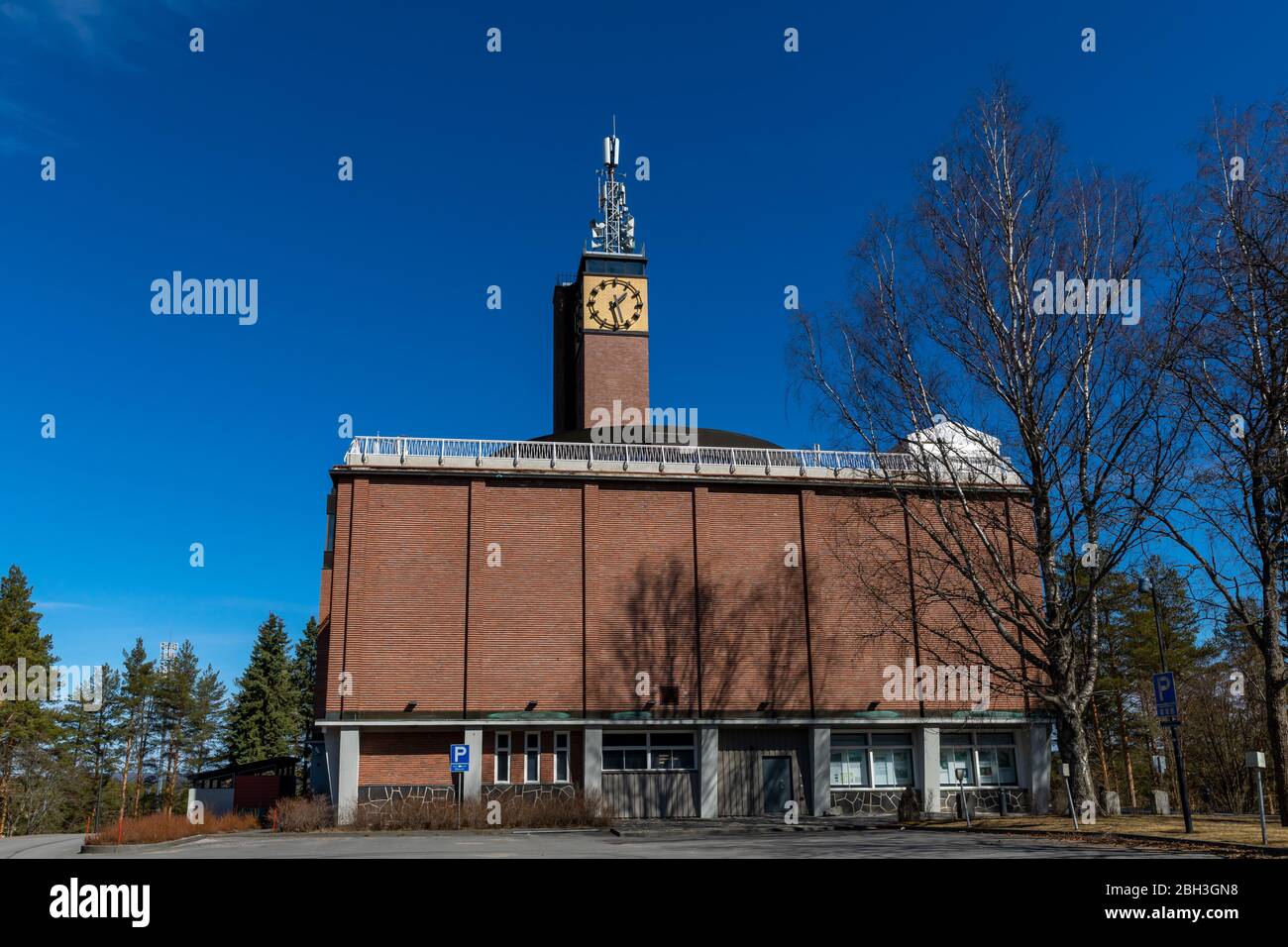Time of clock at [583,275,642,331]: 1:27
